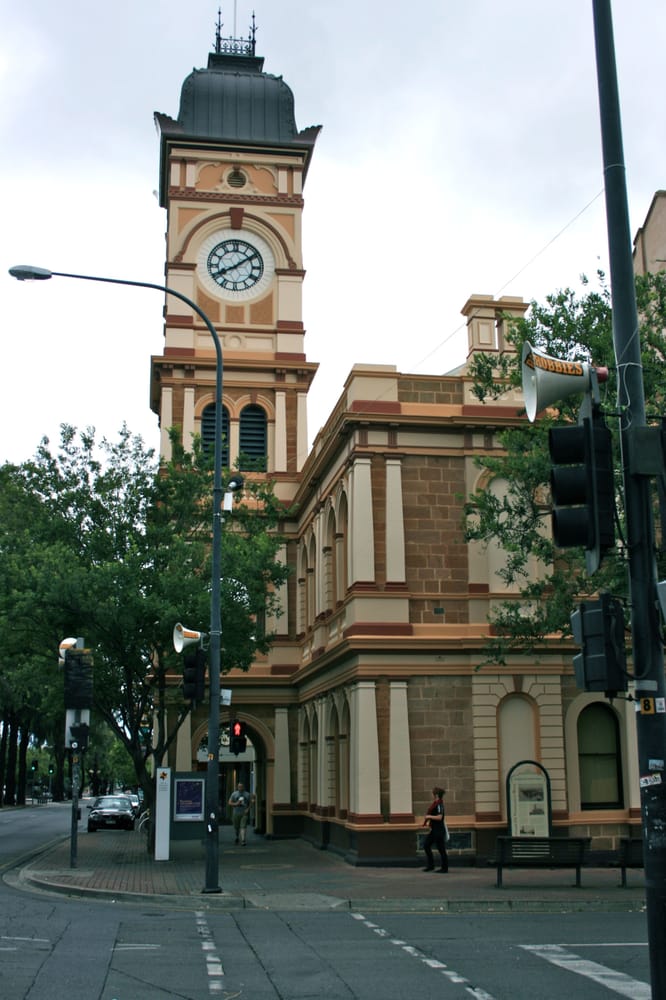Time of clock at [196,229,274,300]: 8:09
